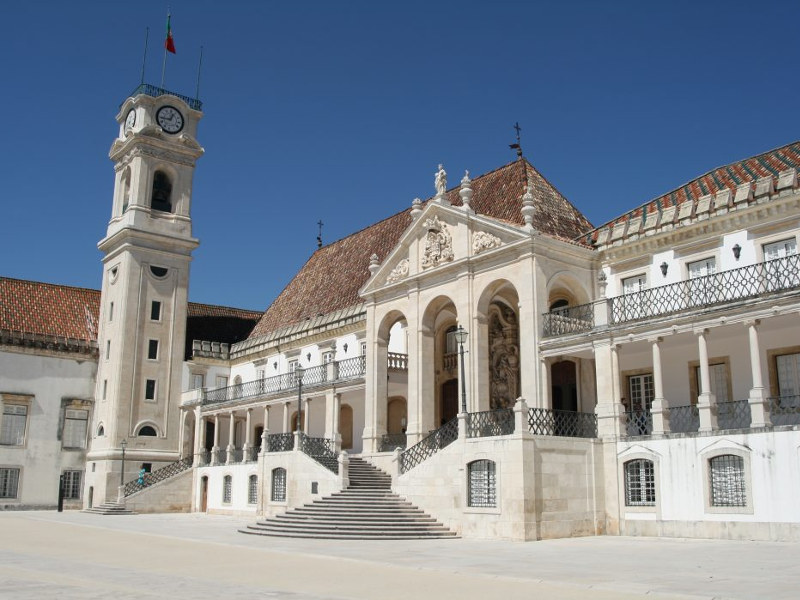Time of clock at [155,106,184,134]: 12:44
